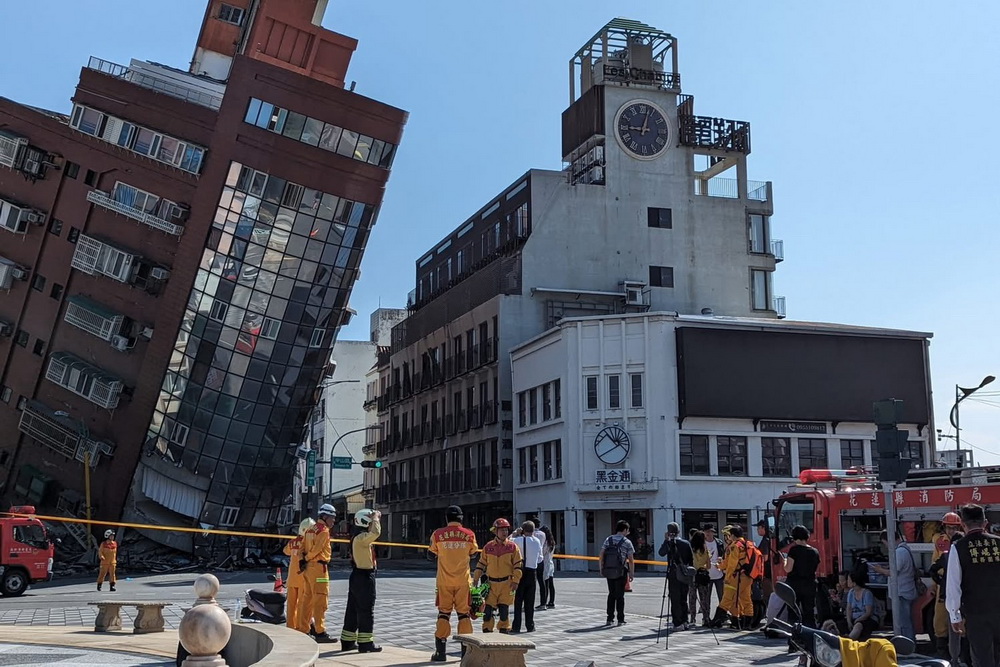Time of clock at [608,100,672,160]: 9:02
